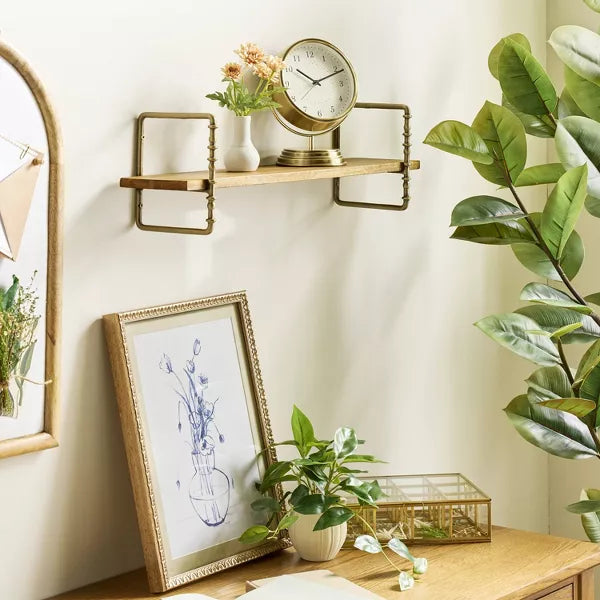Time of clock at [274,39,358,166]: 10:11
